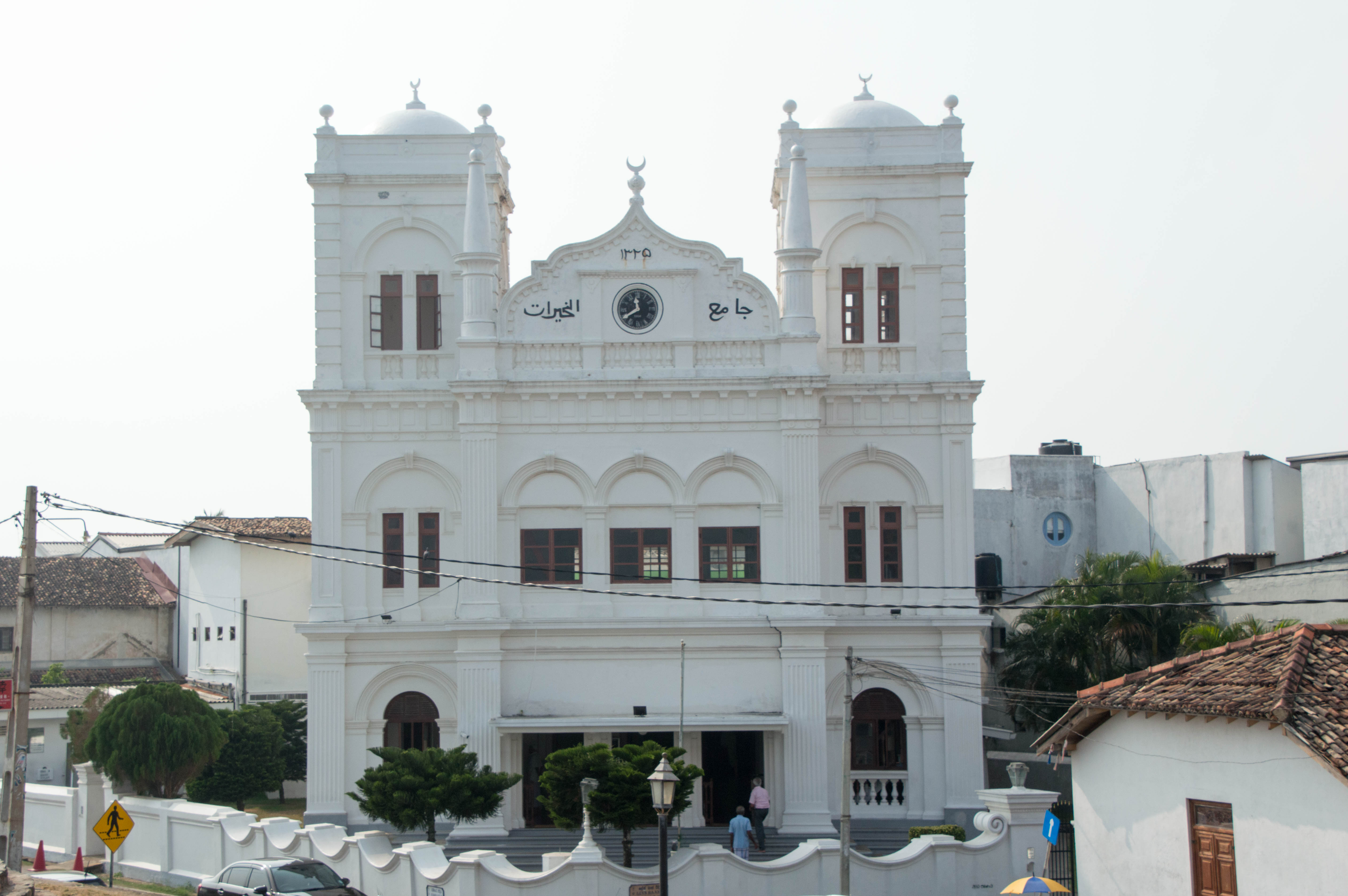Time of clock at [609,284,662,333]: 11:40
